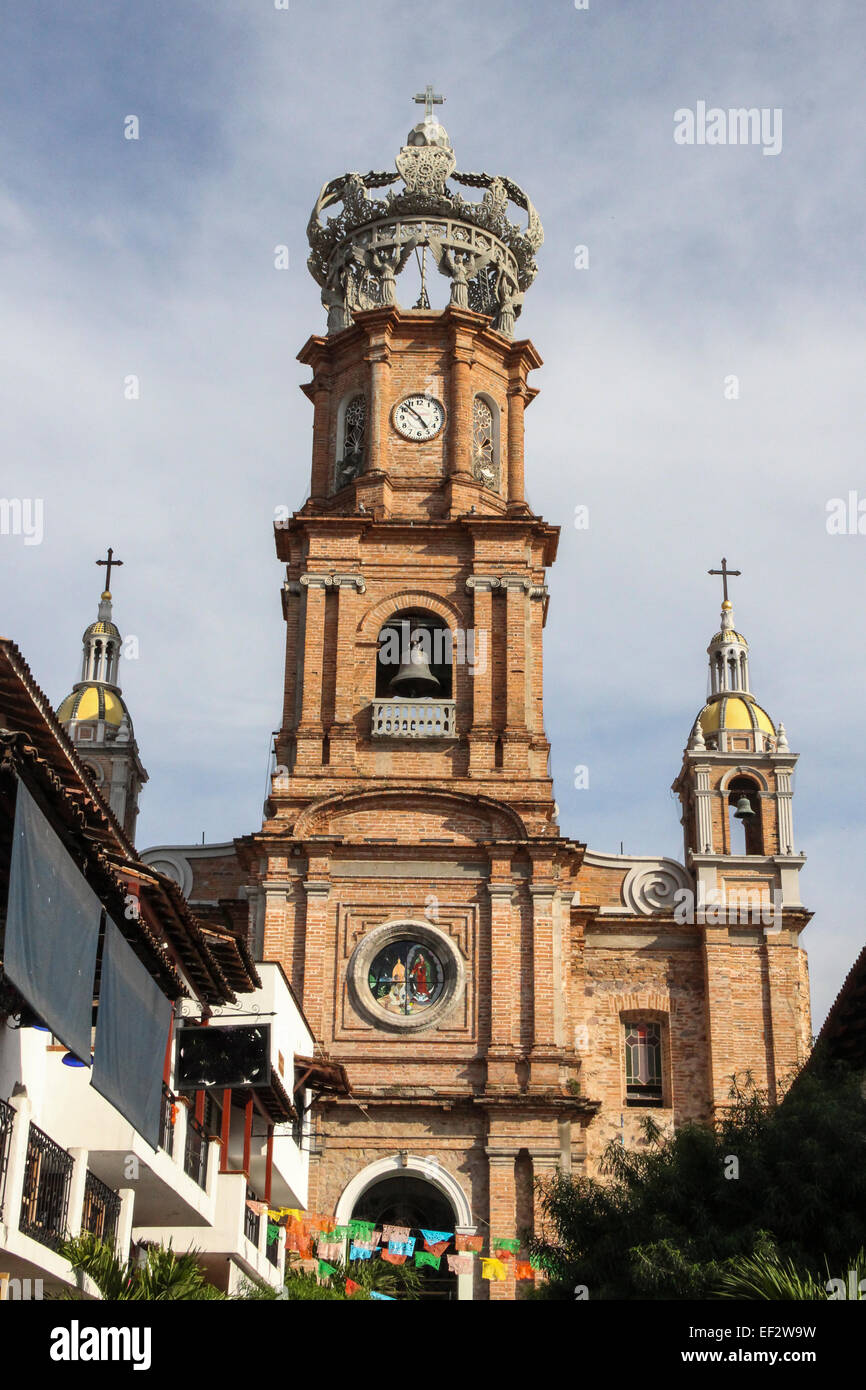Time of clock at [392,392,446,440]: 4:52
